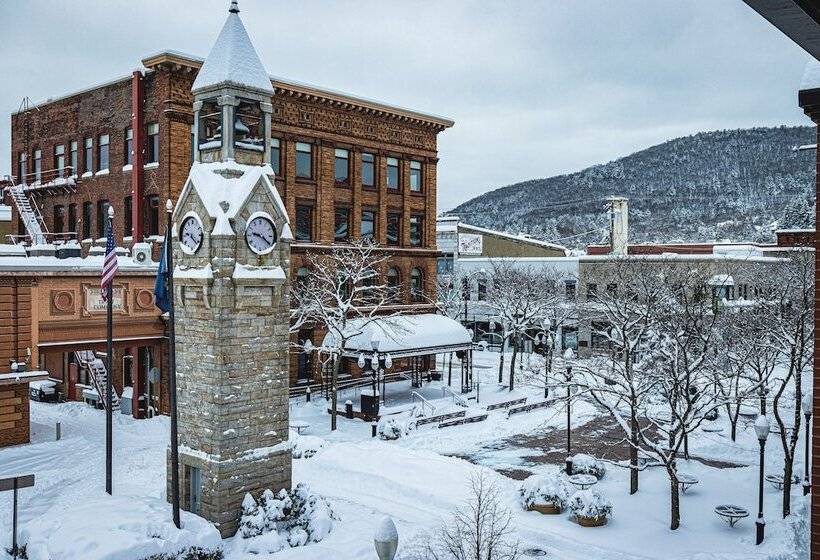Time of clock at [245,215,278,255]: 9:20
